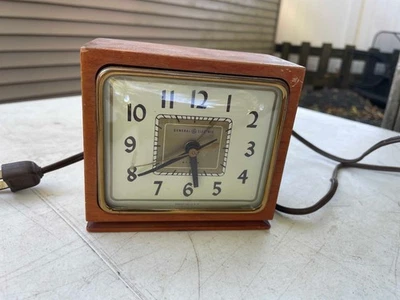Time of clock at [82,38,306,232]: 5:38
